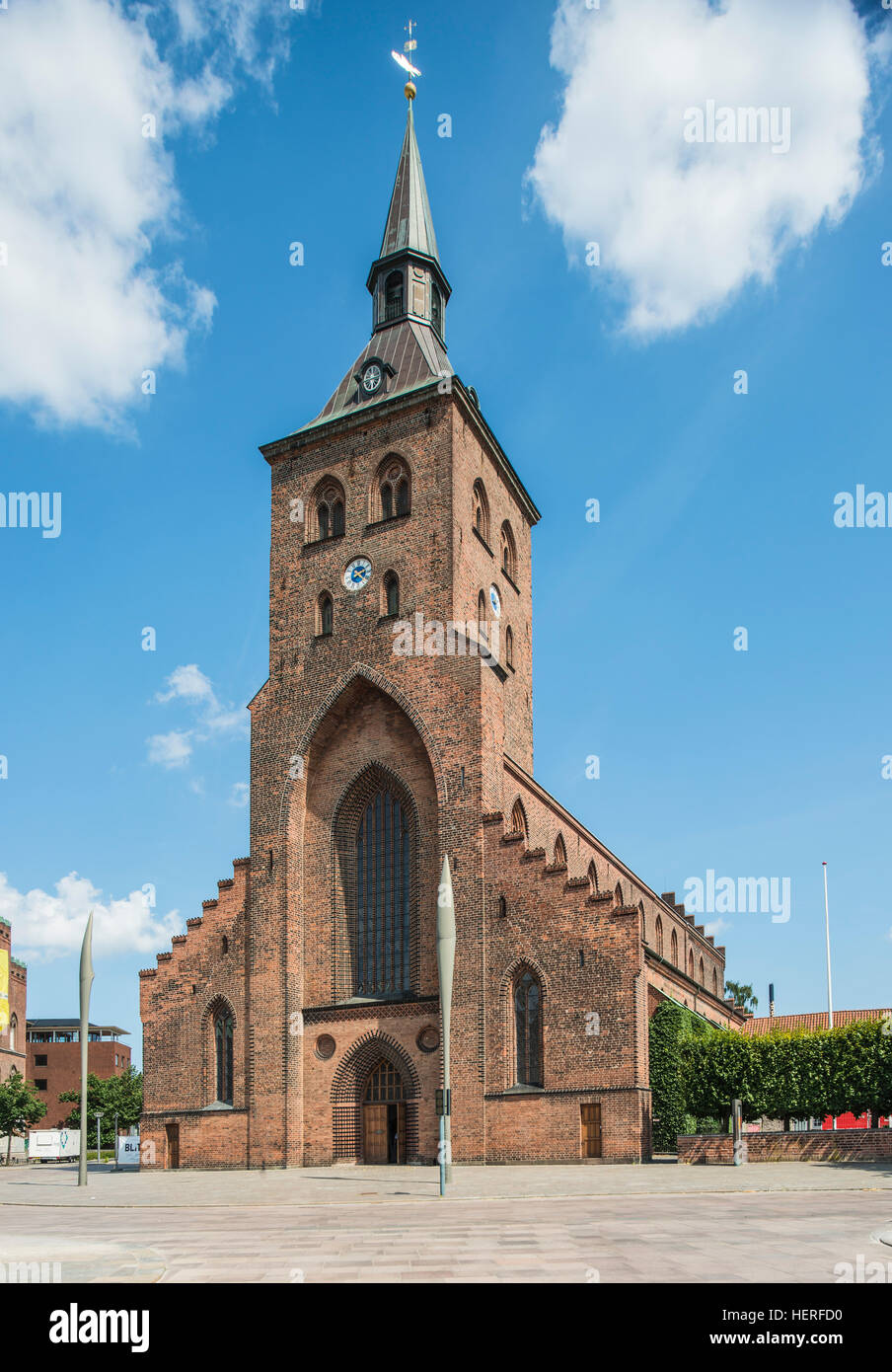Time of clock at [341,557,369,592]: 2:21
